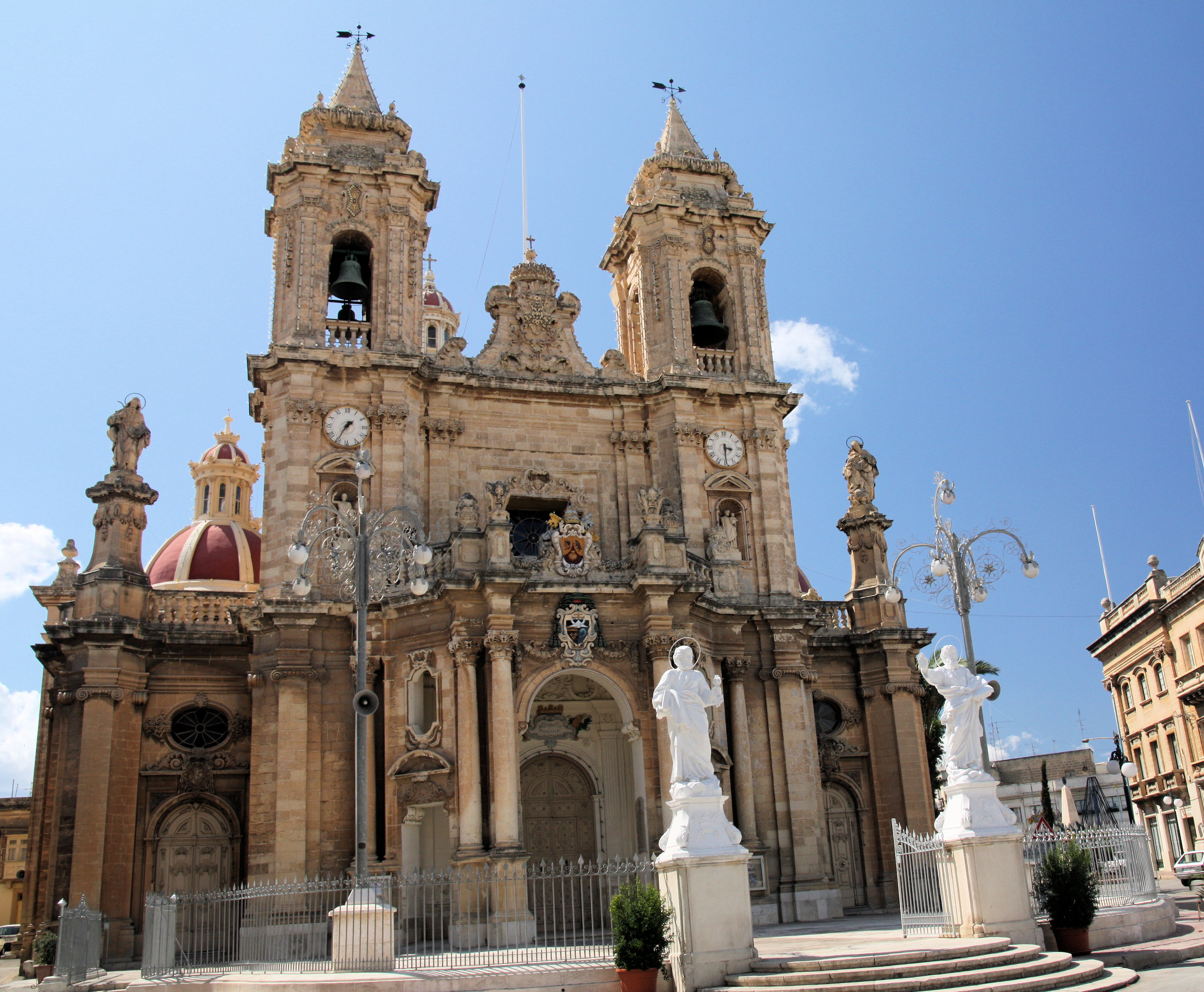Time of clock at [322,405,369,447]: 1:34
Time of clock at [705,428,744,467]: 3:29
